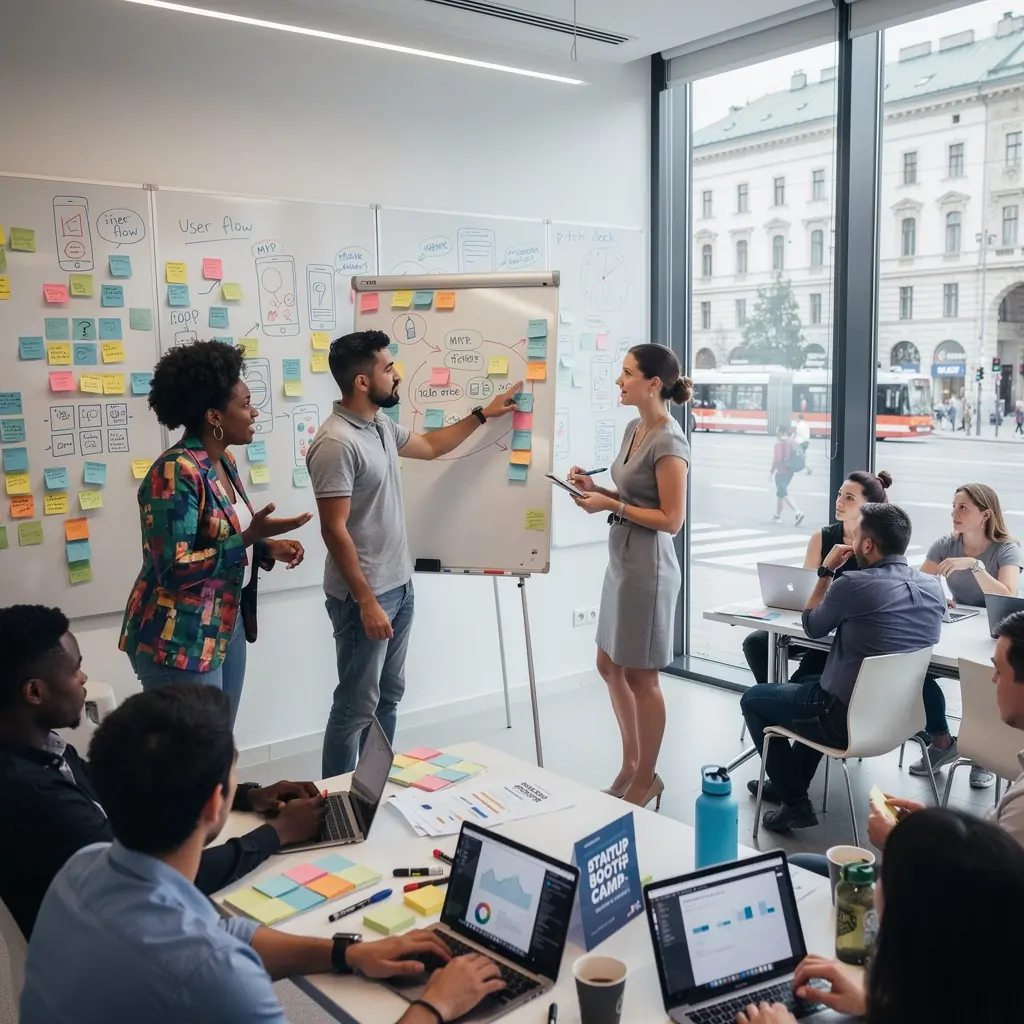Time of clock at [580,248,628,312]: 12:09
